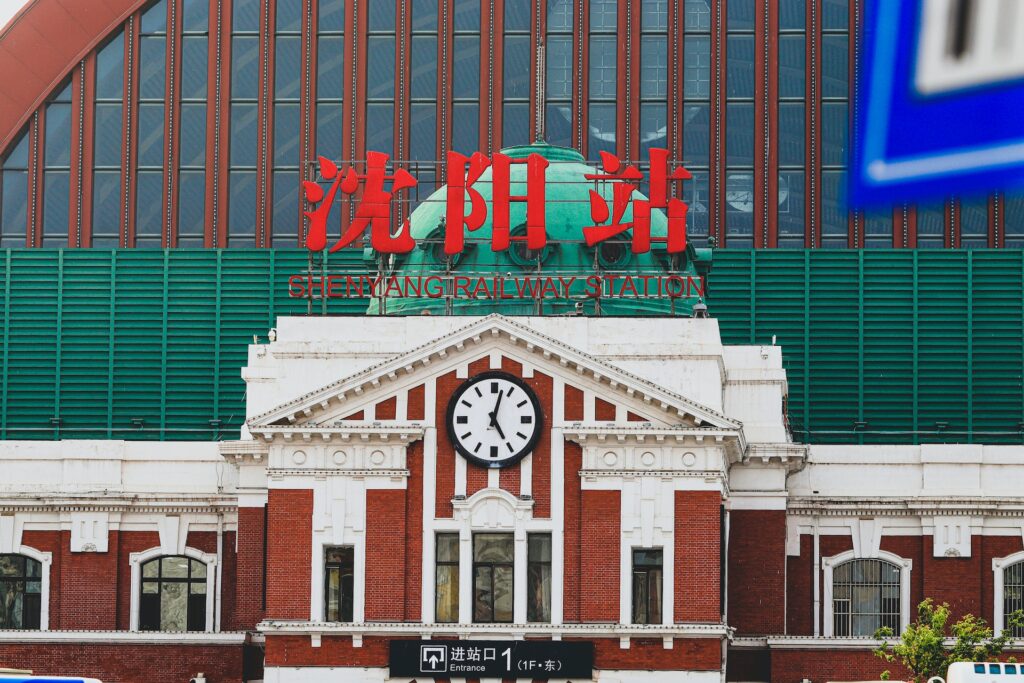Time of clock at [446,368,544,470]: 5:02
